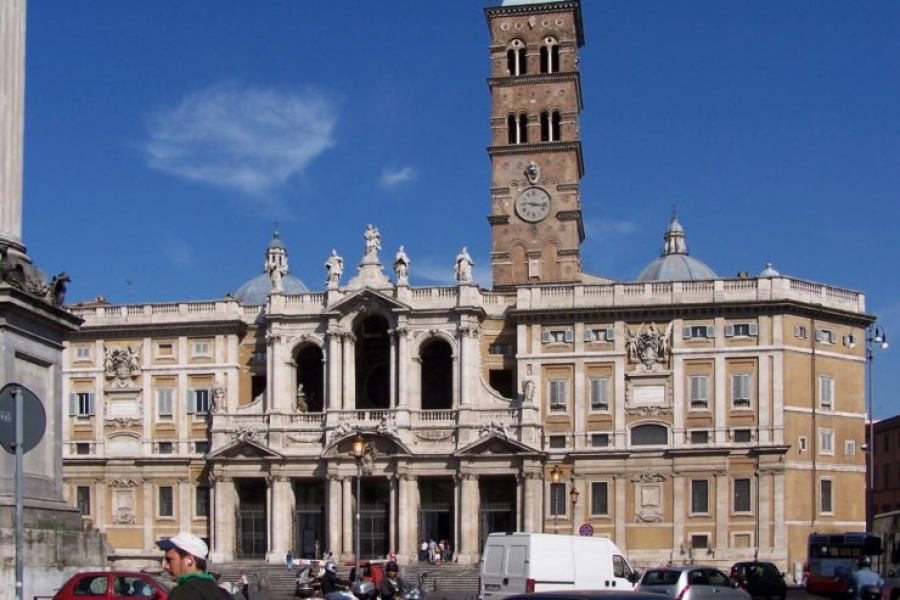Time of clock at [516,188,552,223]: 9:16
